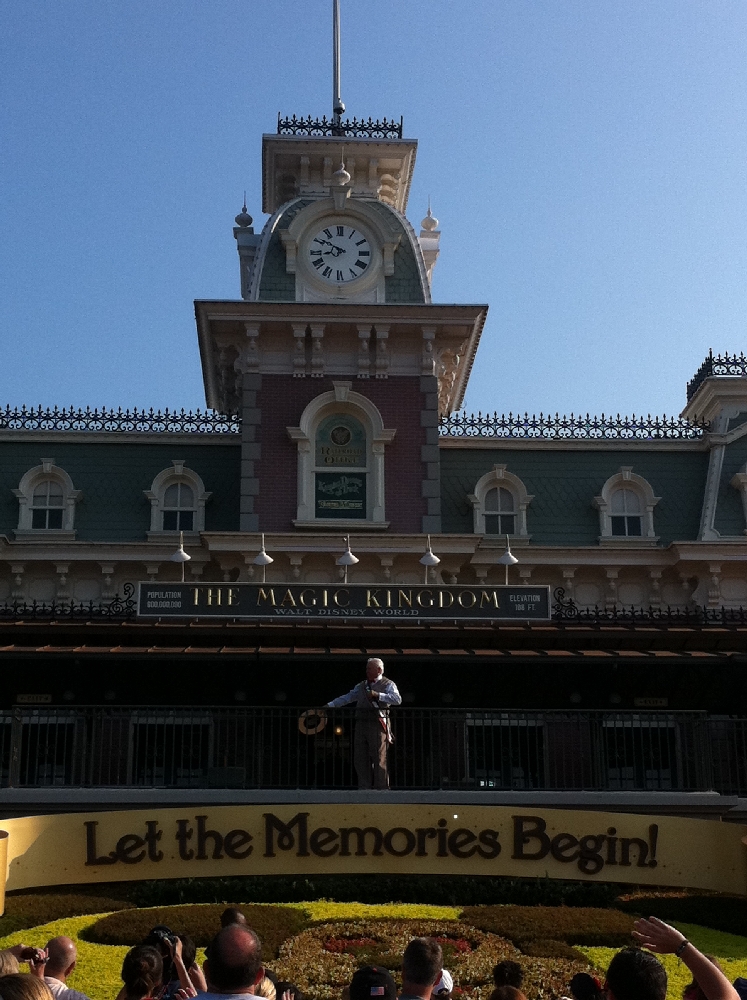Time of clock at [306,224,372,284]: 8:50
